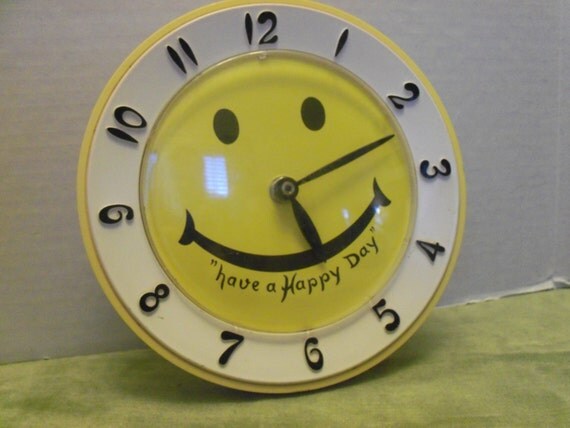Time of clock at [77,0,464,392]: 5:11
